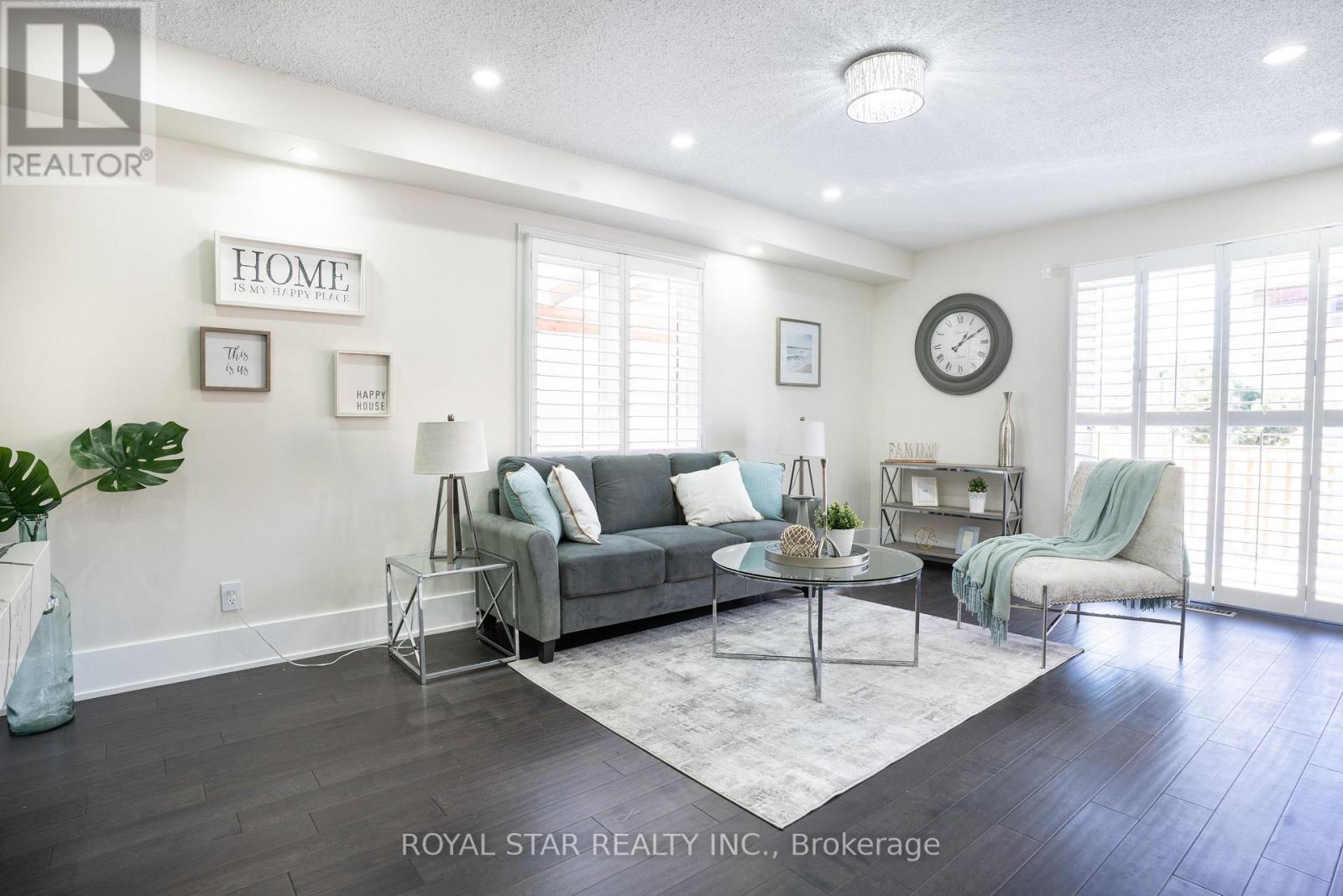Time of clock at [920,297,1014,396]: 1:09
